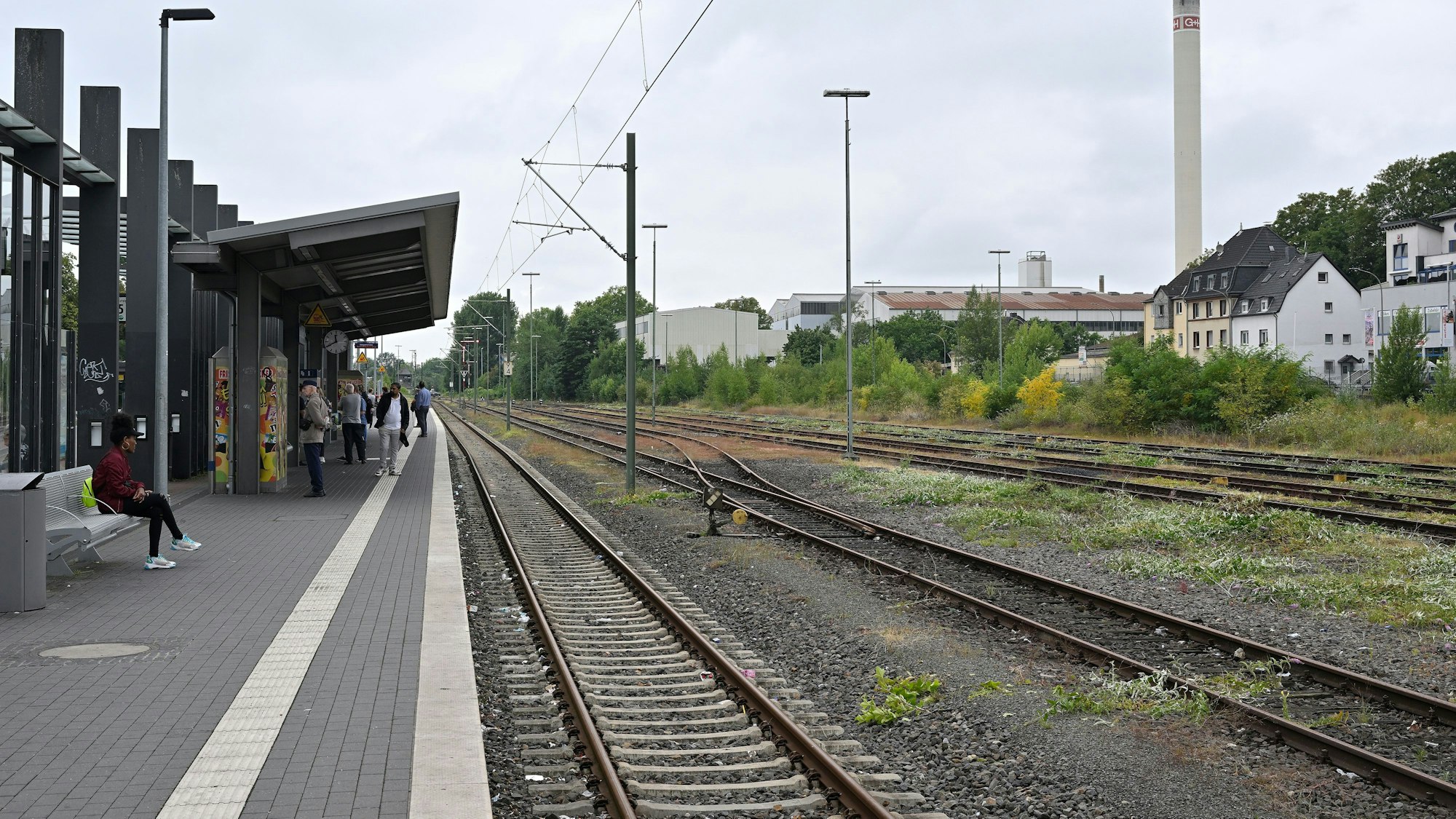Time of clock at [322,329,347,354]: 11:40
